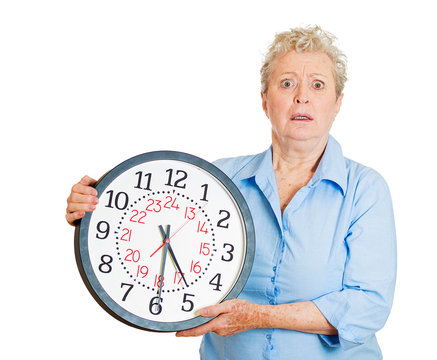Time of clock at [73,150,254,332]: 4:29
